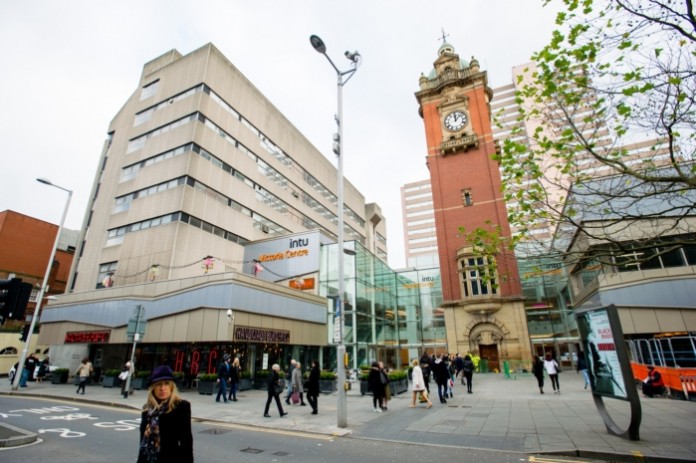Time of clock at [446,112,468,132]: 12:07
